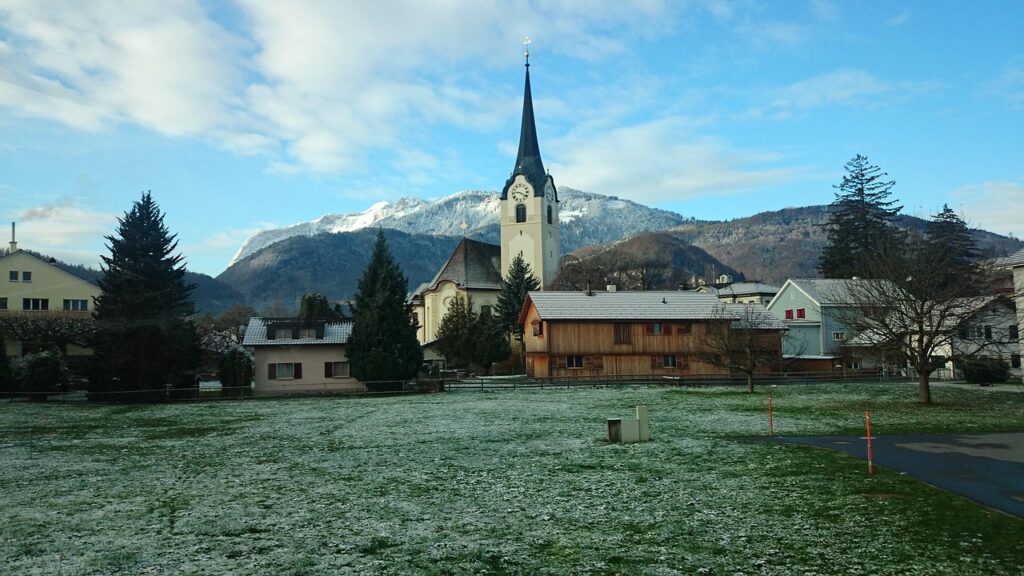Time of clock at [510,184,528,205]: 9:20
